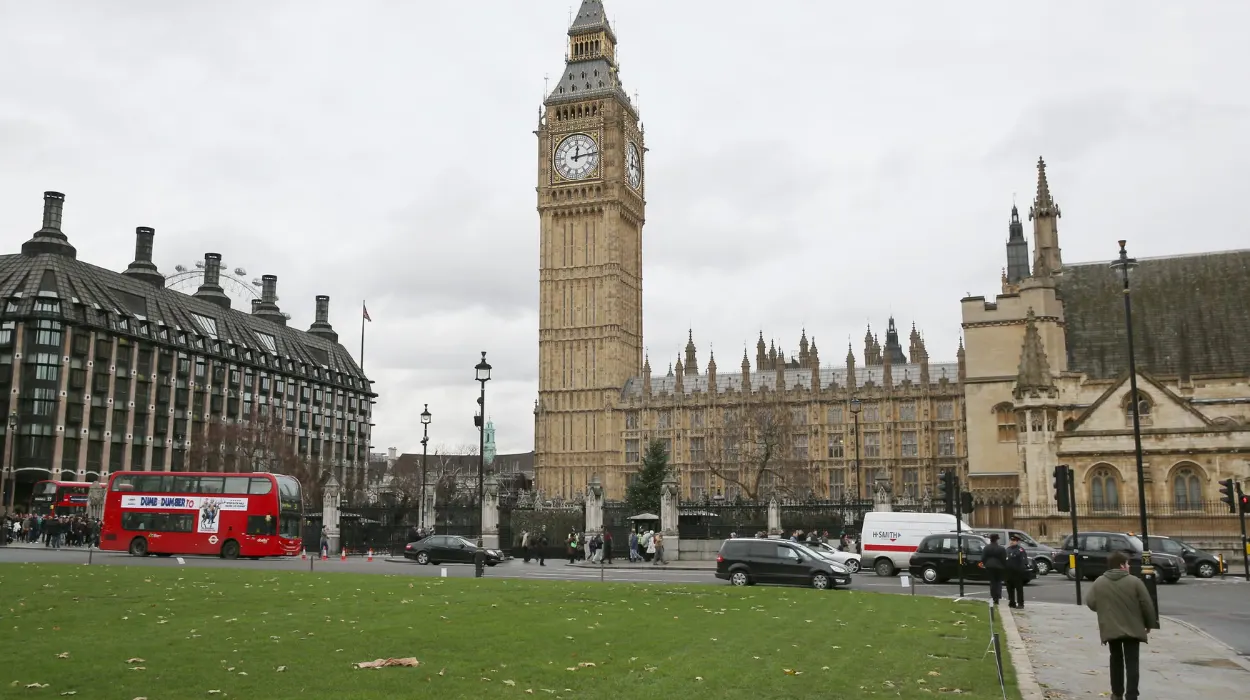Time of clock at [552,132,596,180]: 12:13
